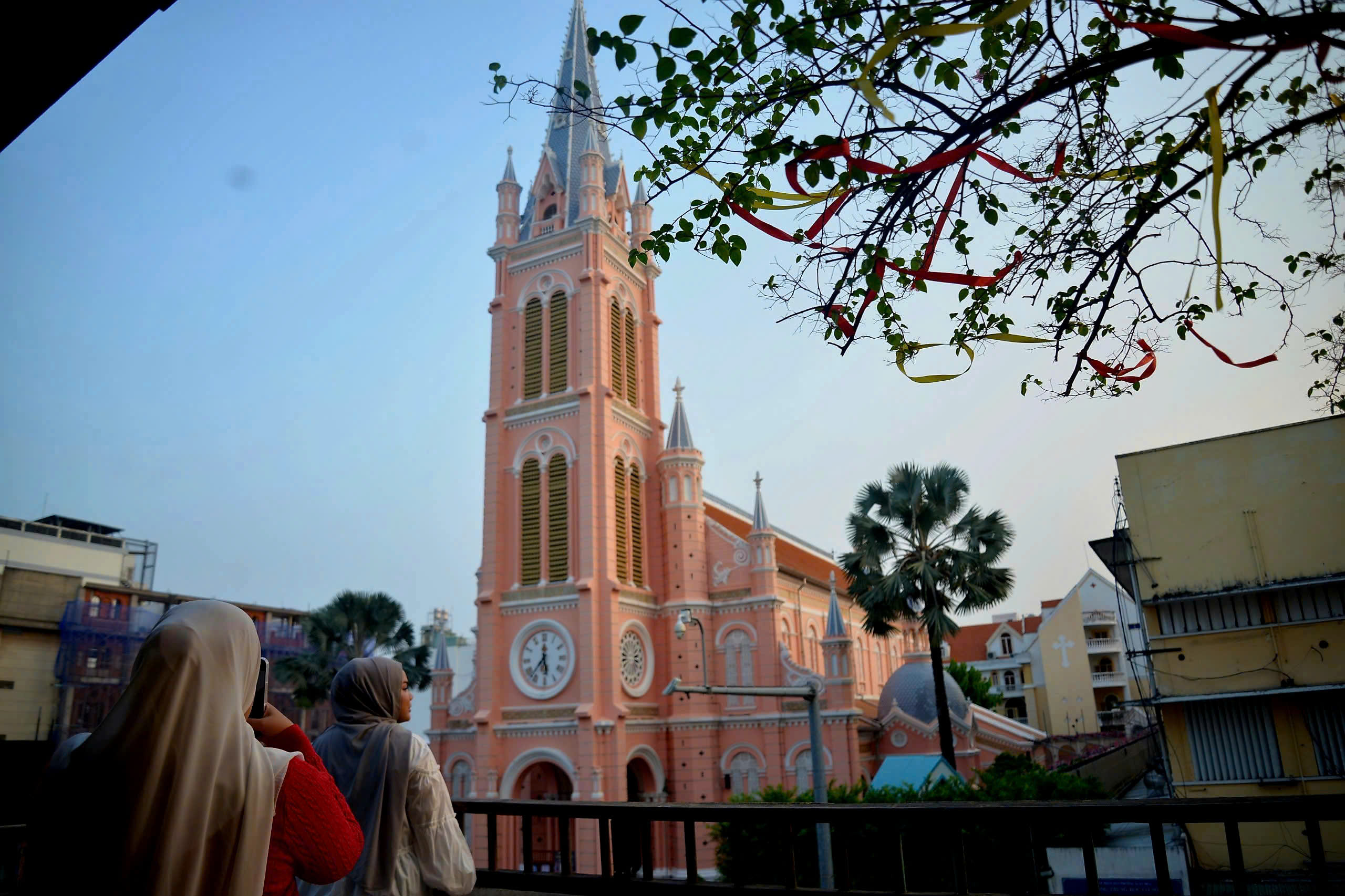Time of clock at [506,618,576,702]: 5:37
